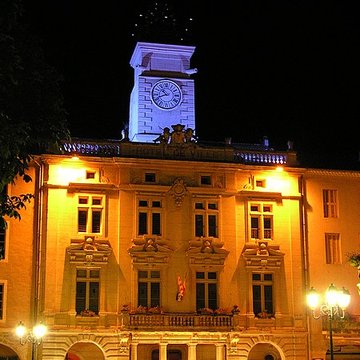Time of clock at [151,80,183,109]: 10:41
